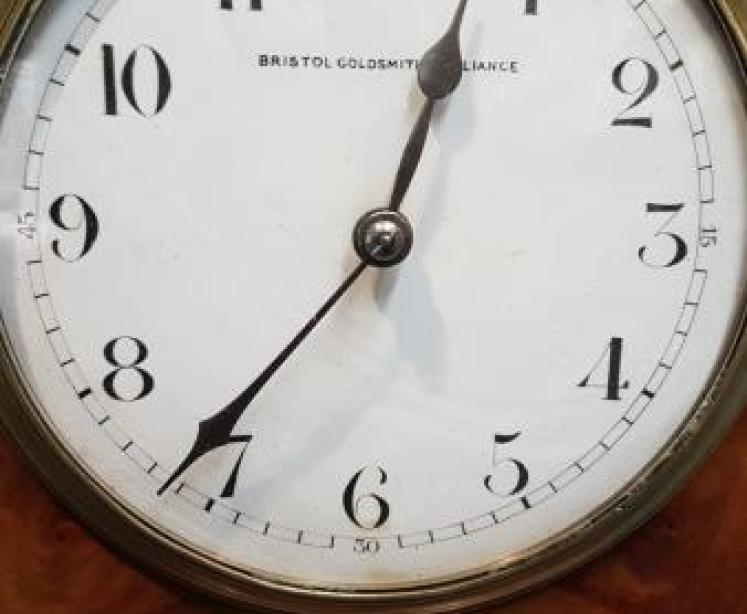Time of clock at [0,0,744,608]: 12:36
